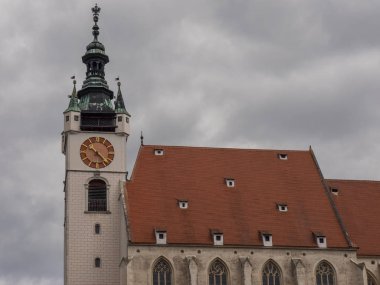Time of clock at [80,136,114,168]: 10:22
